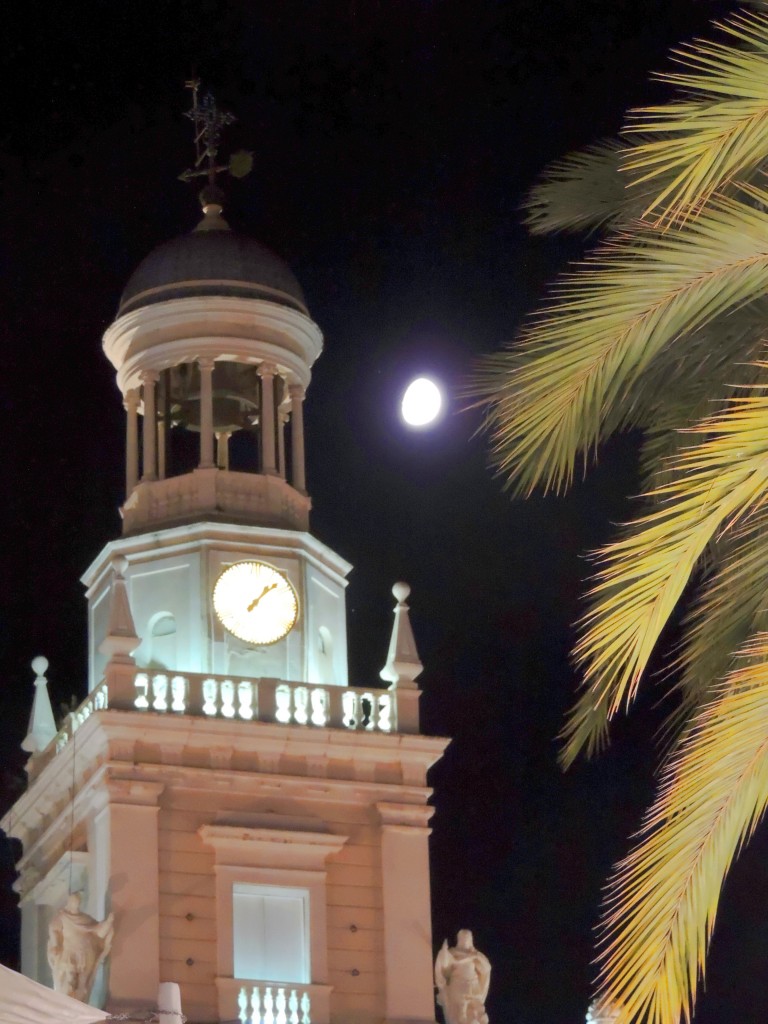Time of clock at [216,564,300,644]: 1:07
